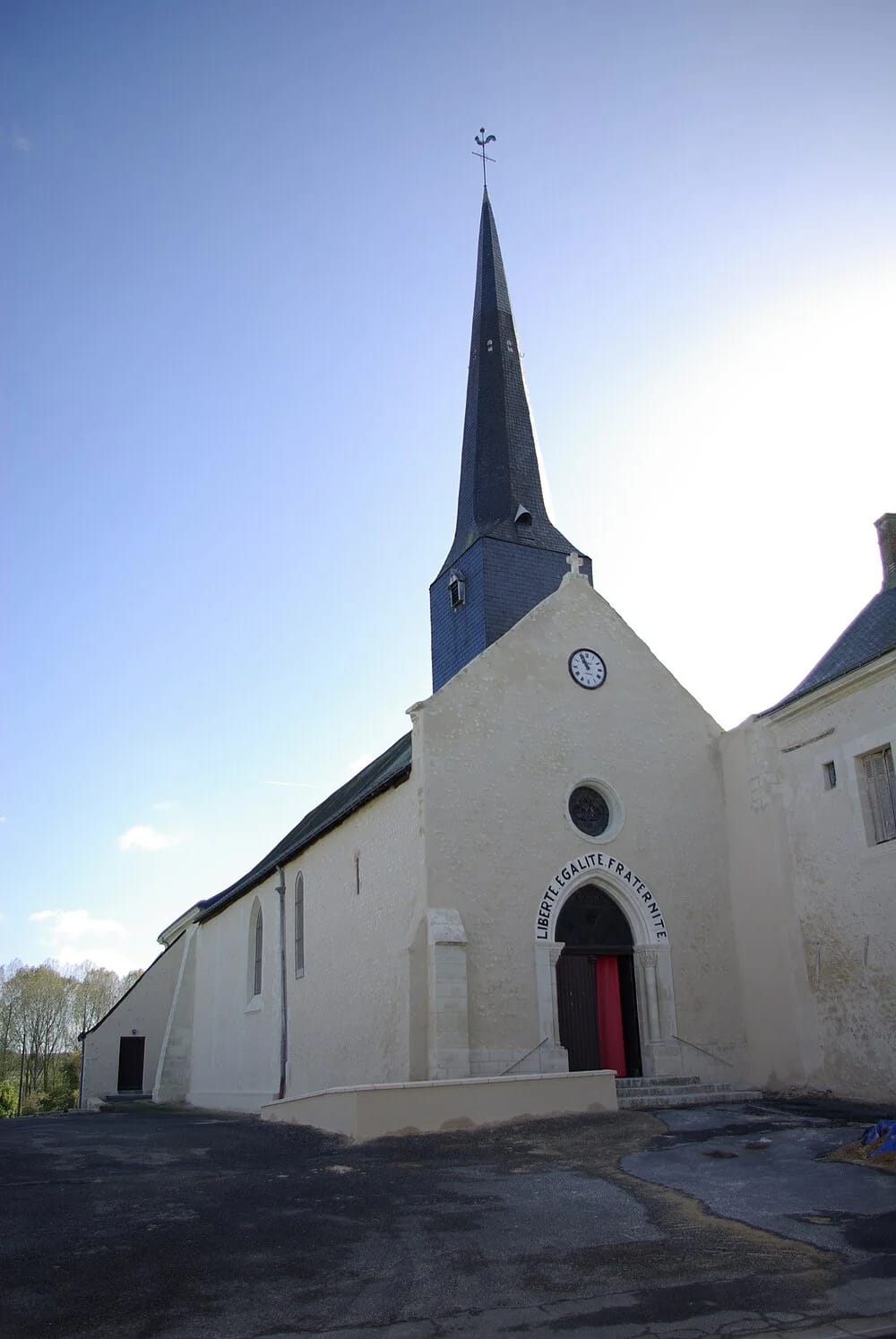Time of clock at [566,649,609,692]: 10:56
